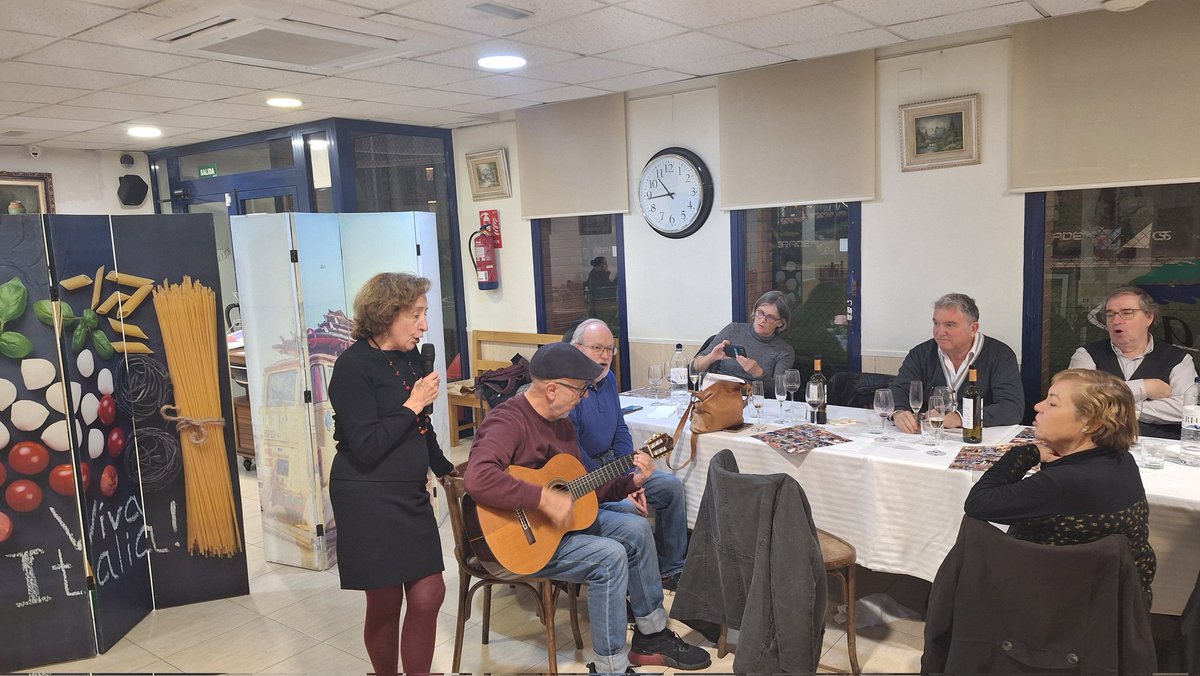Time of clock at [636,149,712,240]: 10:43
